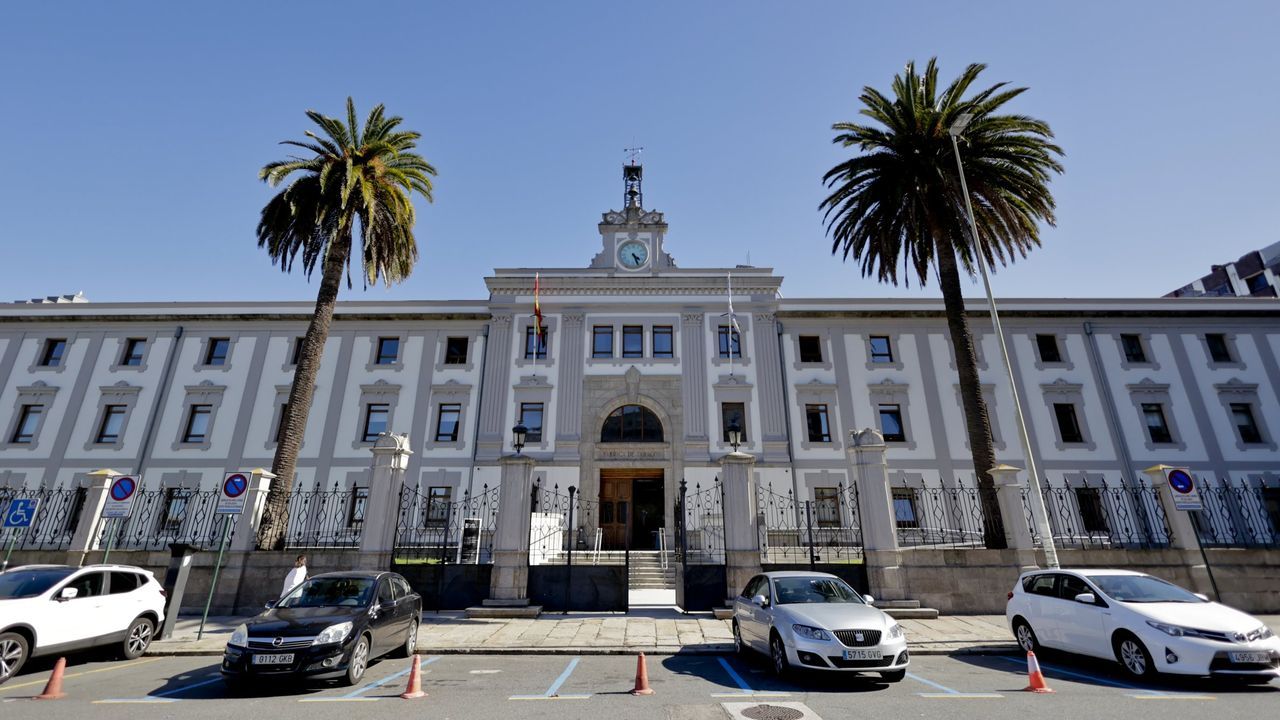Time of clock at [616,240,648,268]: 4:26
